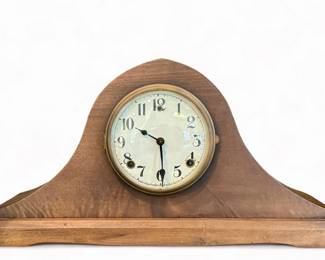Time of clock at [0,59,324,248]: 9:29
